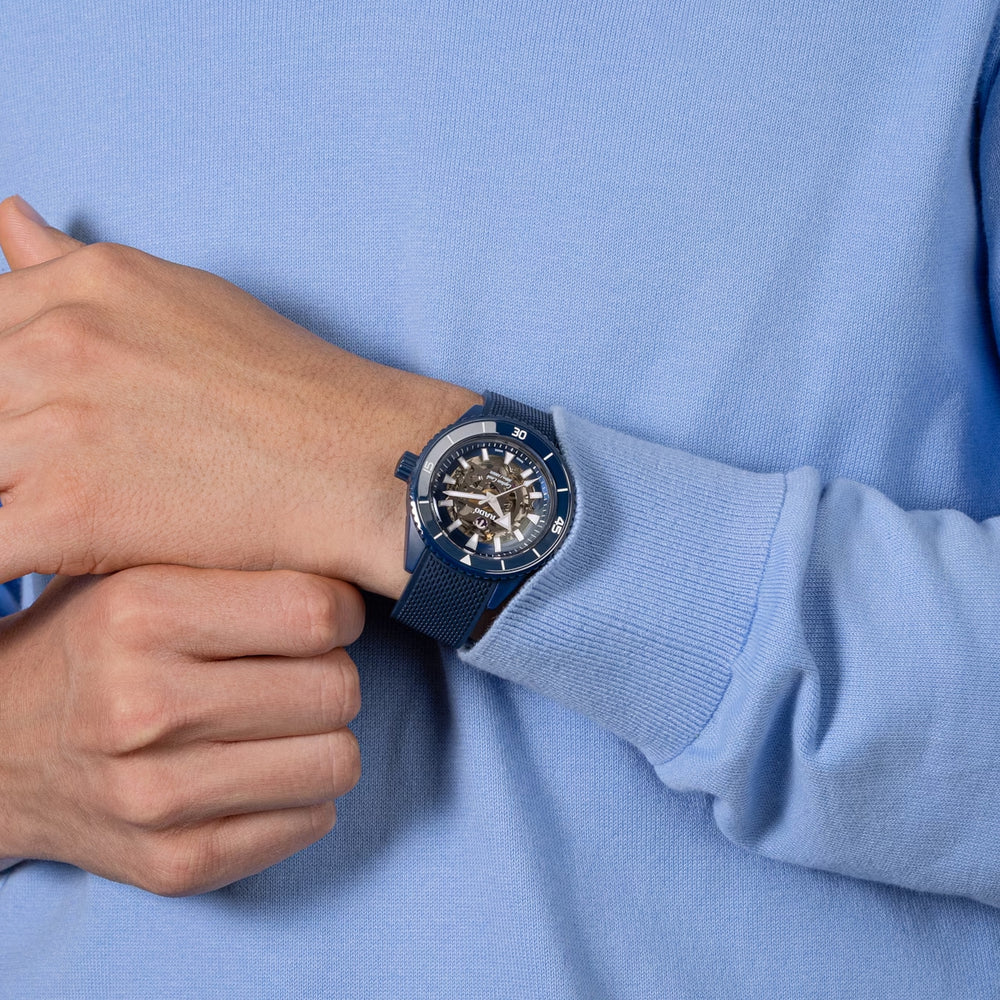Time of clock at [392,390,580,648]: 4:46
